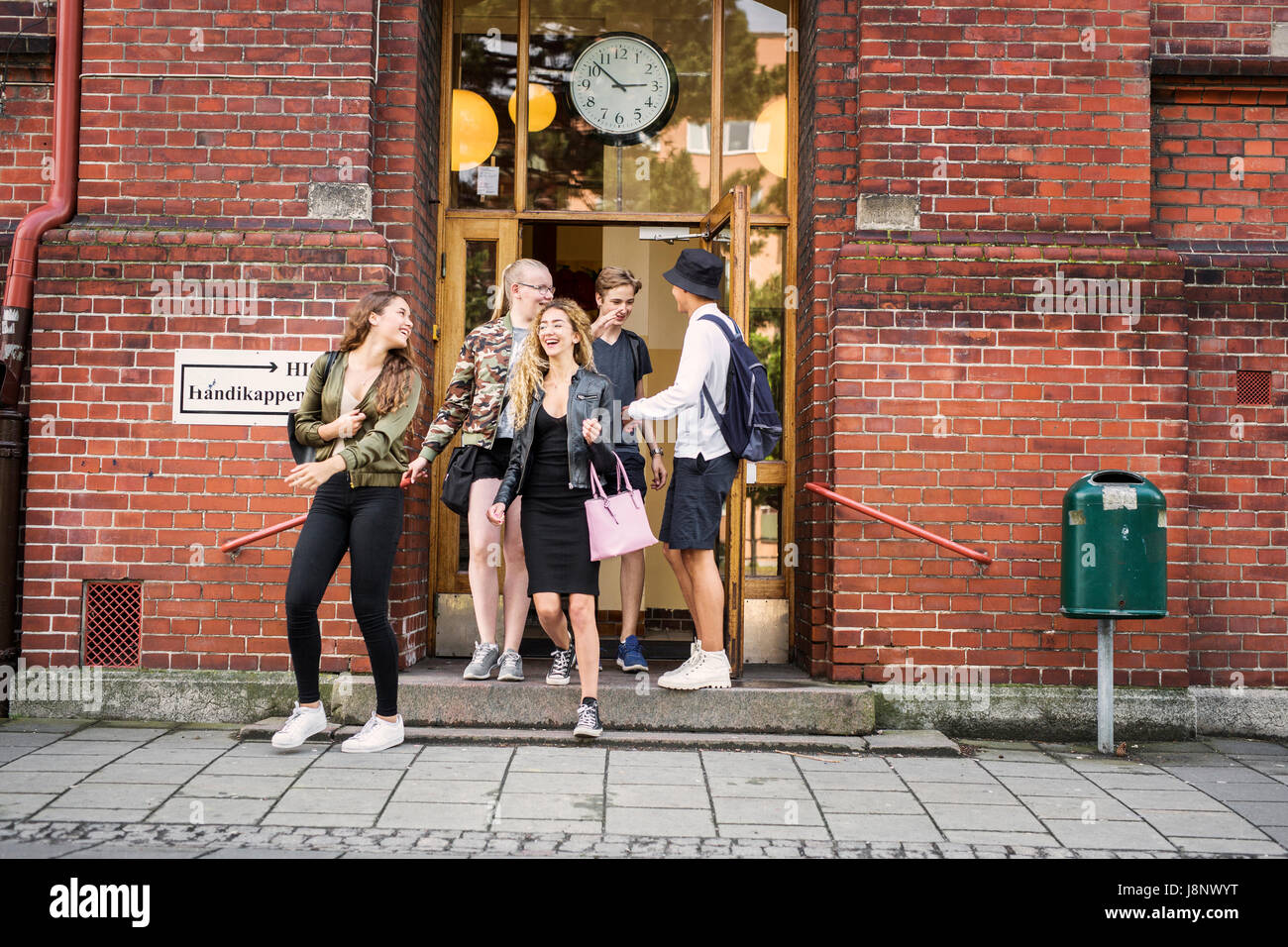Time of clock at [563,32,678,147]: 2:52
